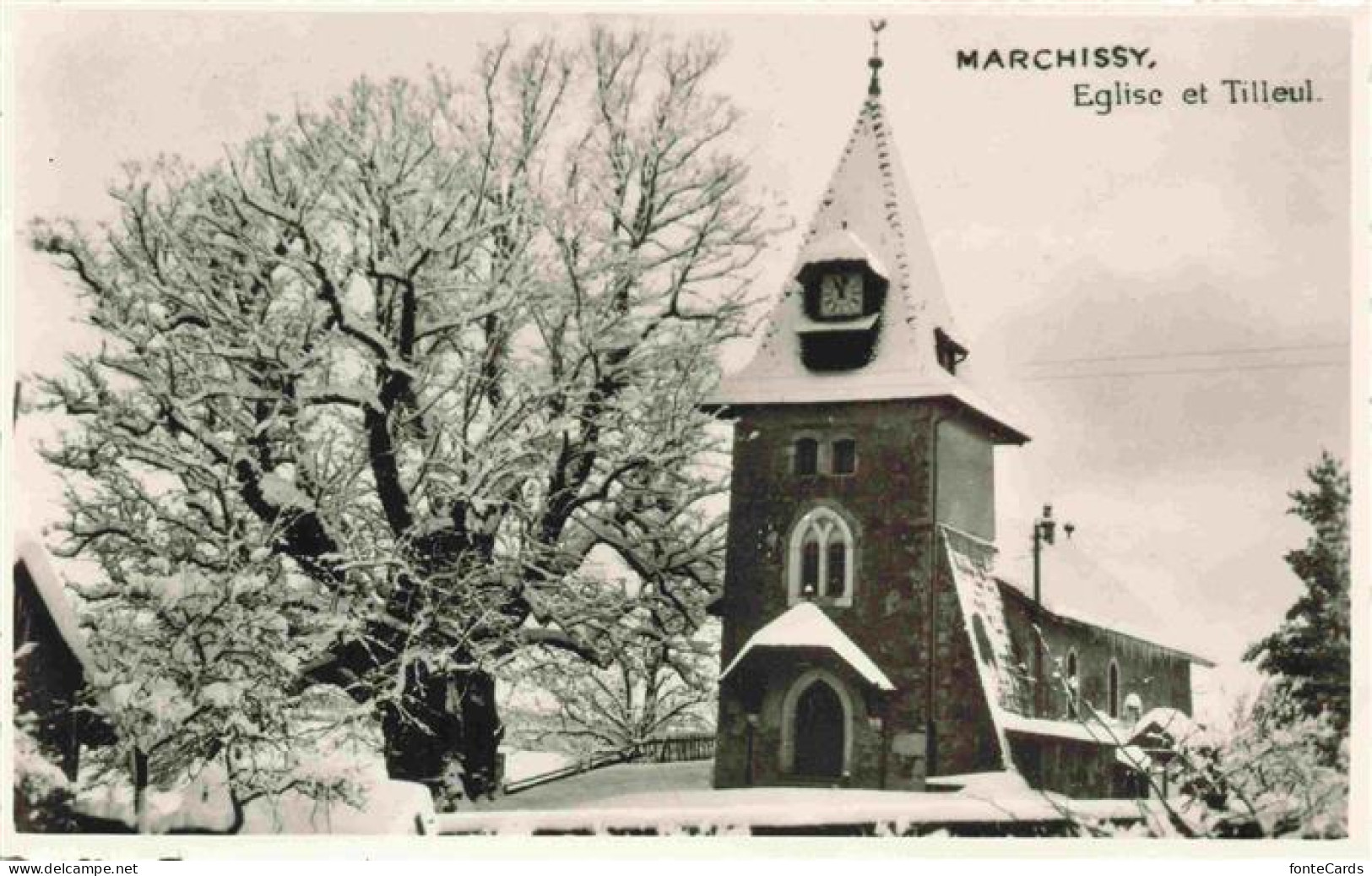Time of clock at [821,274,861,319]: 11:02
